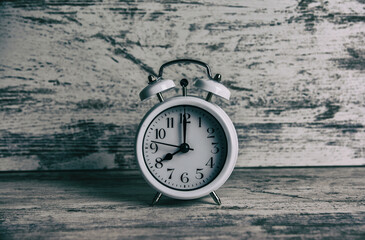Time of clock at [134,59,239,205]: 8:00
